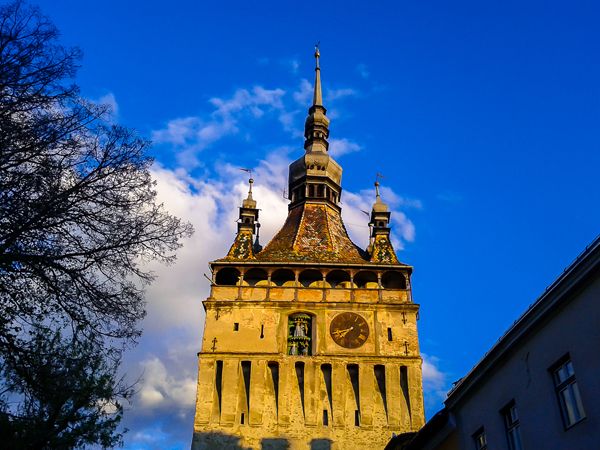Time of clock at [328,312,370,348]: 7:42
